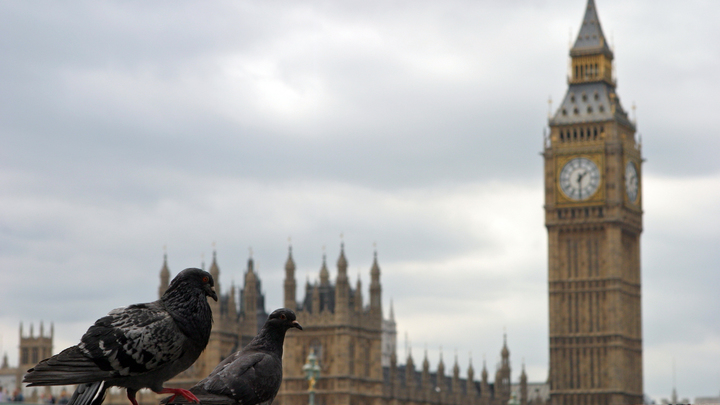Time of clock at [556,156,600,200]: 1:30
